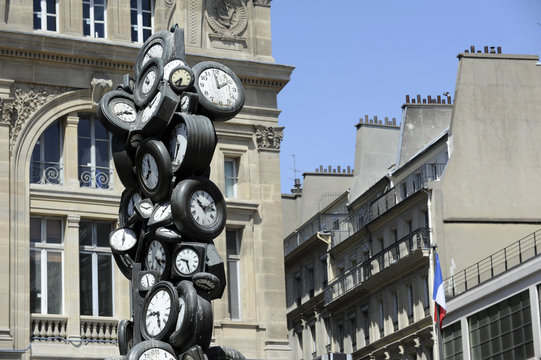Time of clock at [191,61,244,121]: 1:59
